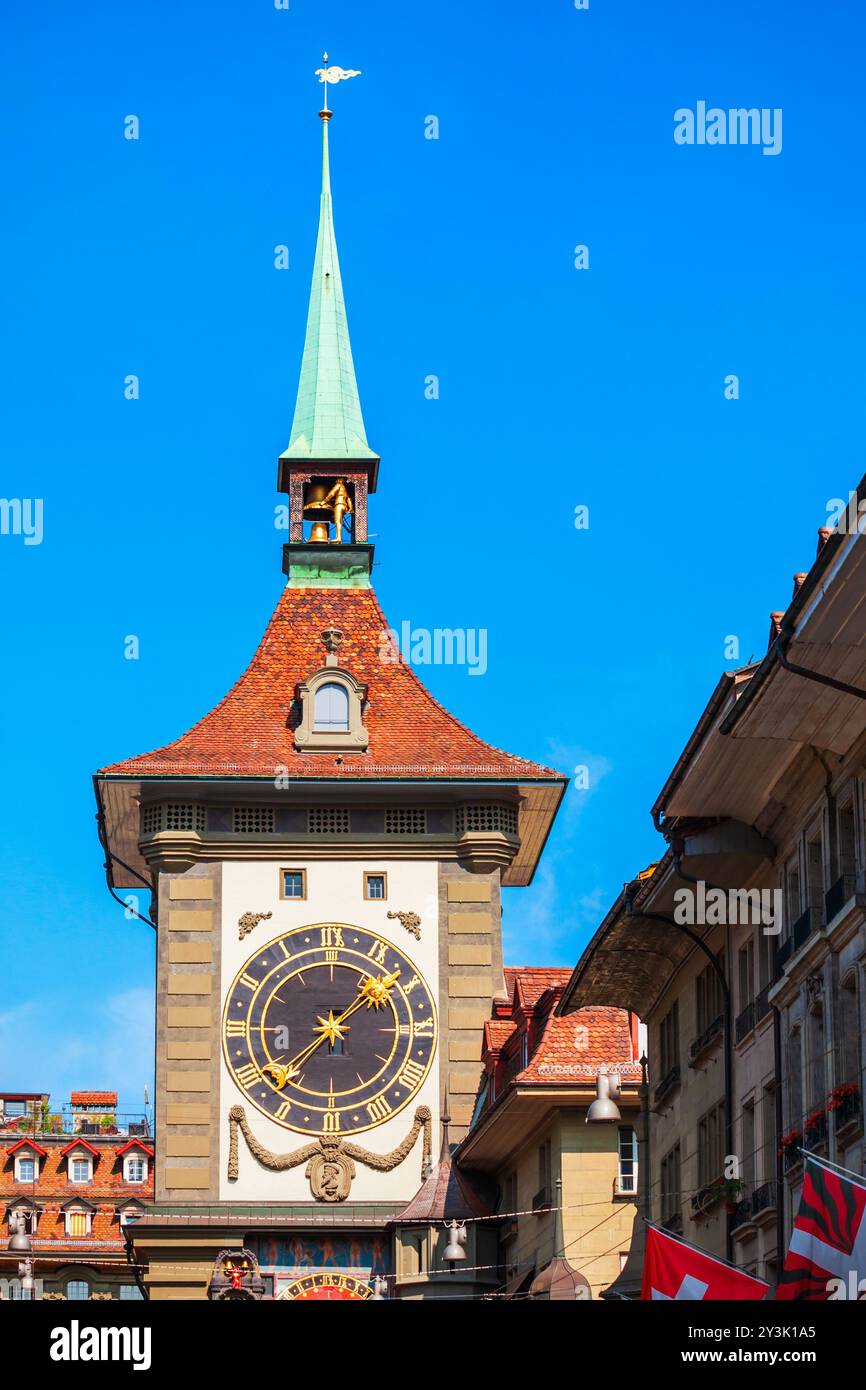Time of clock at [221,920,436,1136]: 1:37
